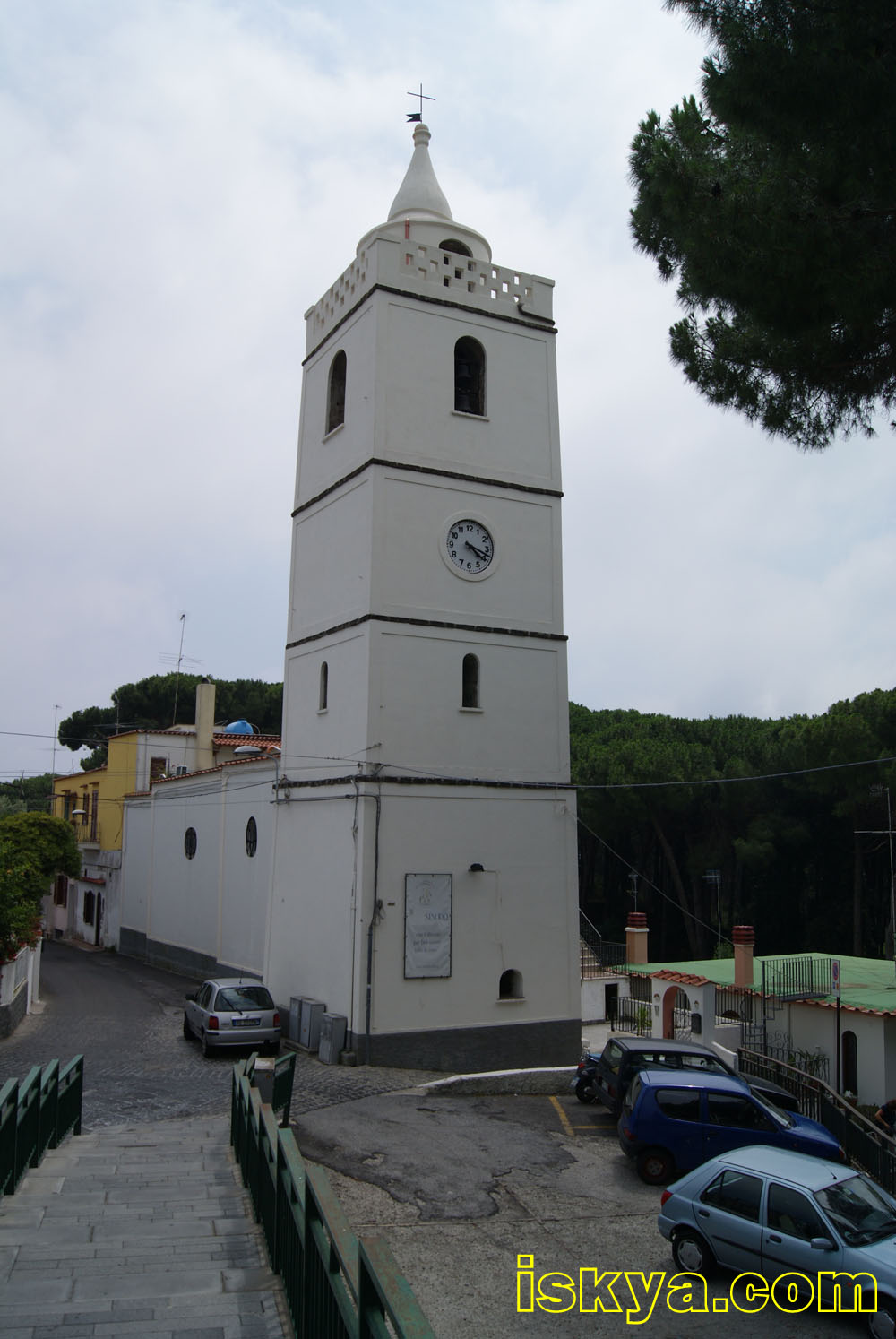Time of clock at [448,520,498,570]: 4:18
